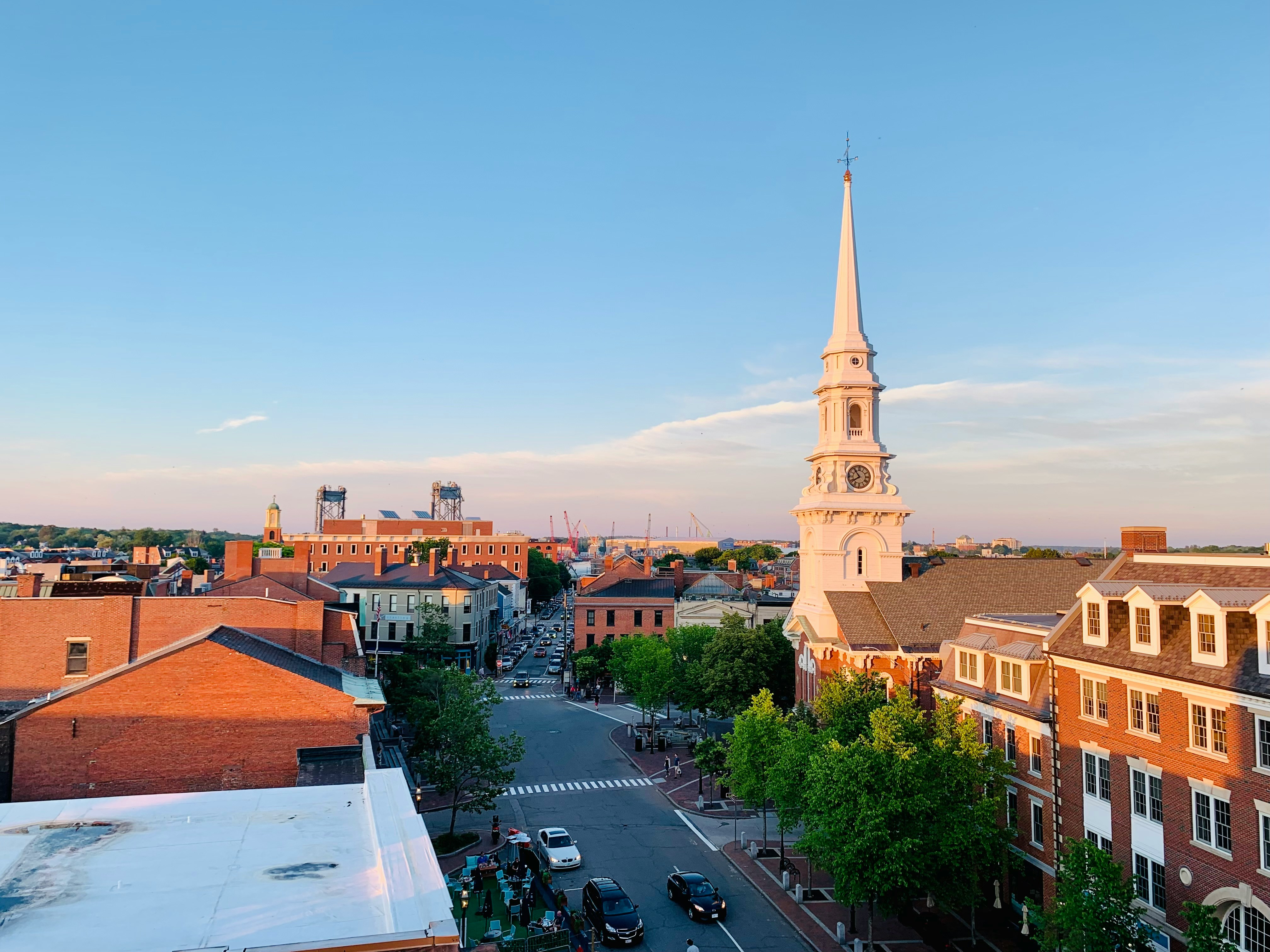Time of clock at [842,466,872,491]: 7:53
